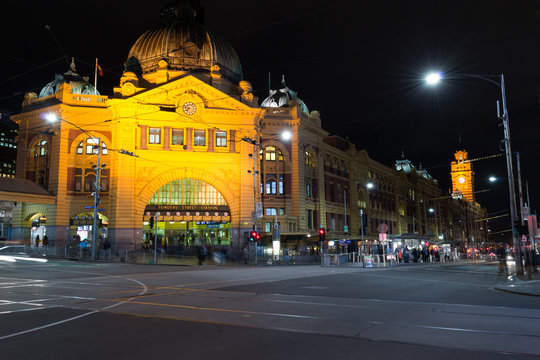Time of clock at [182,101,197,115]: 7:48
